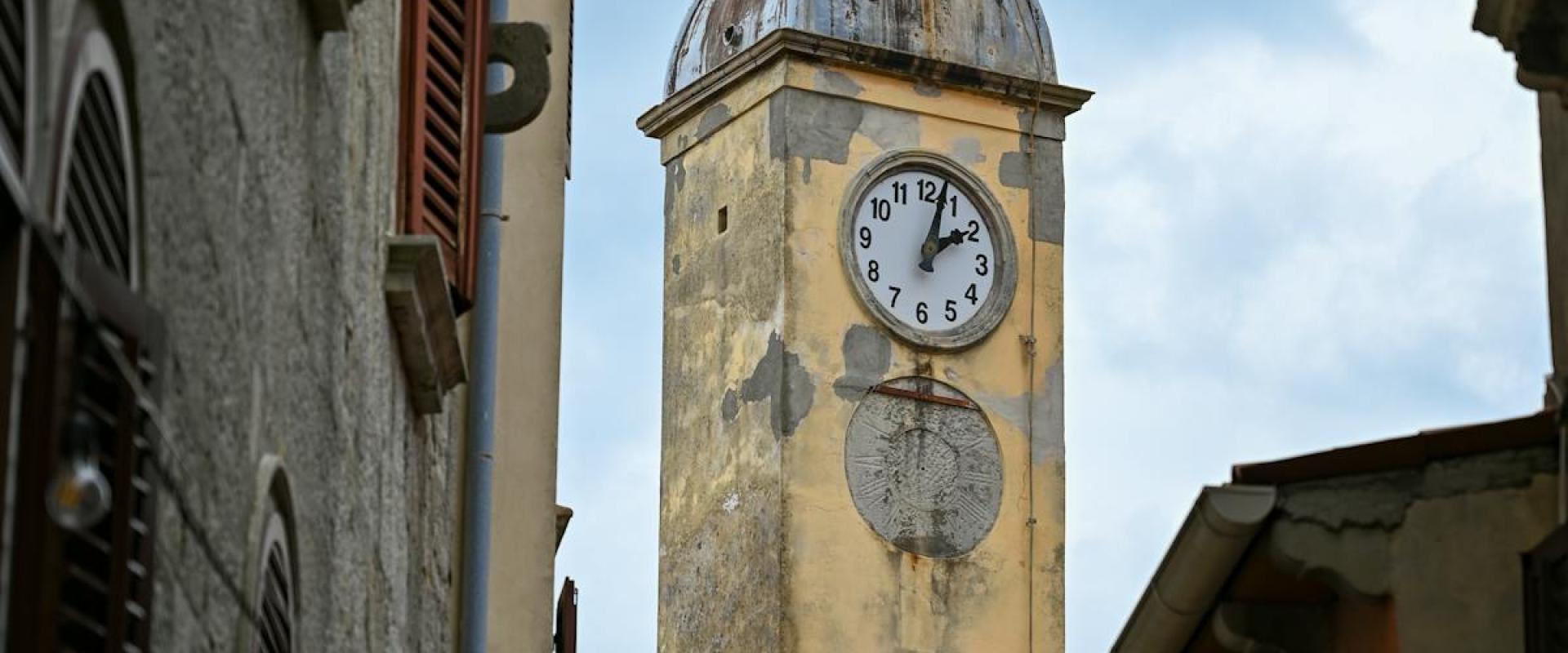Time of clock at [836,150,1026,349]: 2:02
